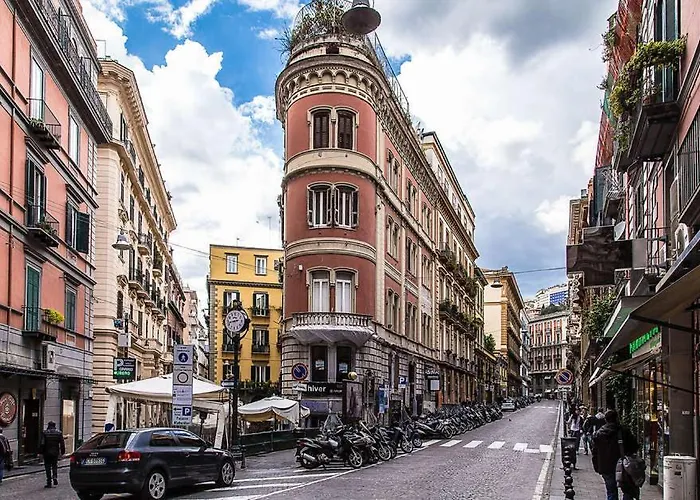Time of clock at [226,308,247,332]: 8:42
